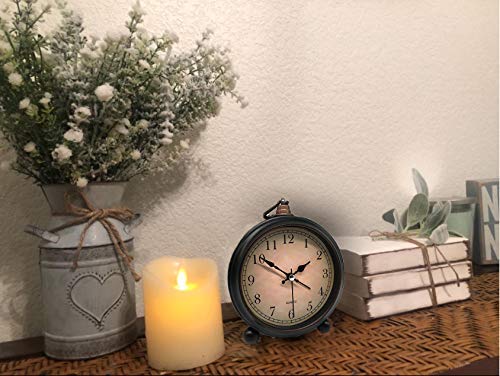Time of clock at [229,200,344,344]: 1:50
